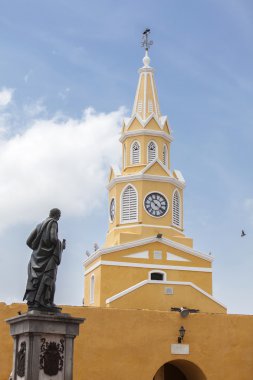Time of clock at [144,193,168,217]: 10:21
